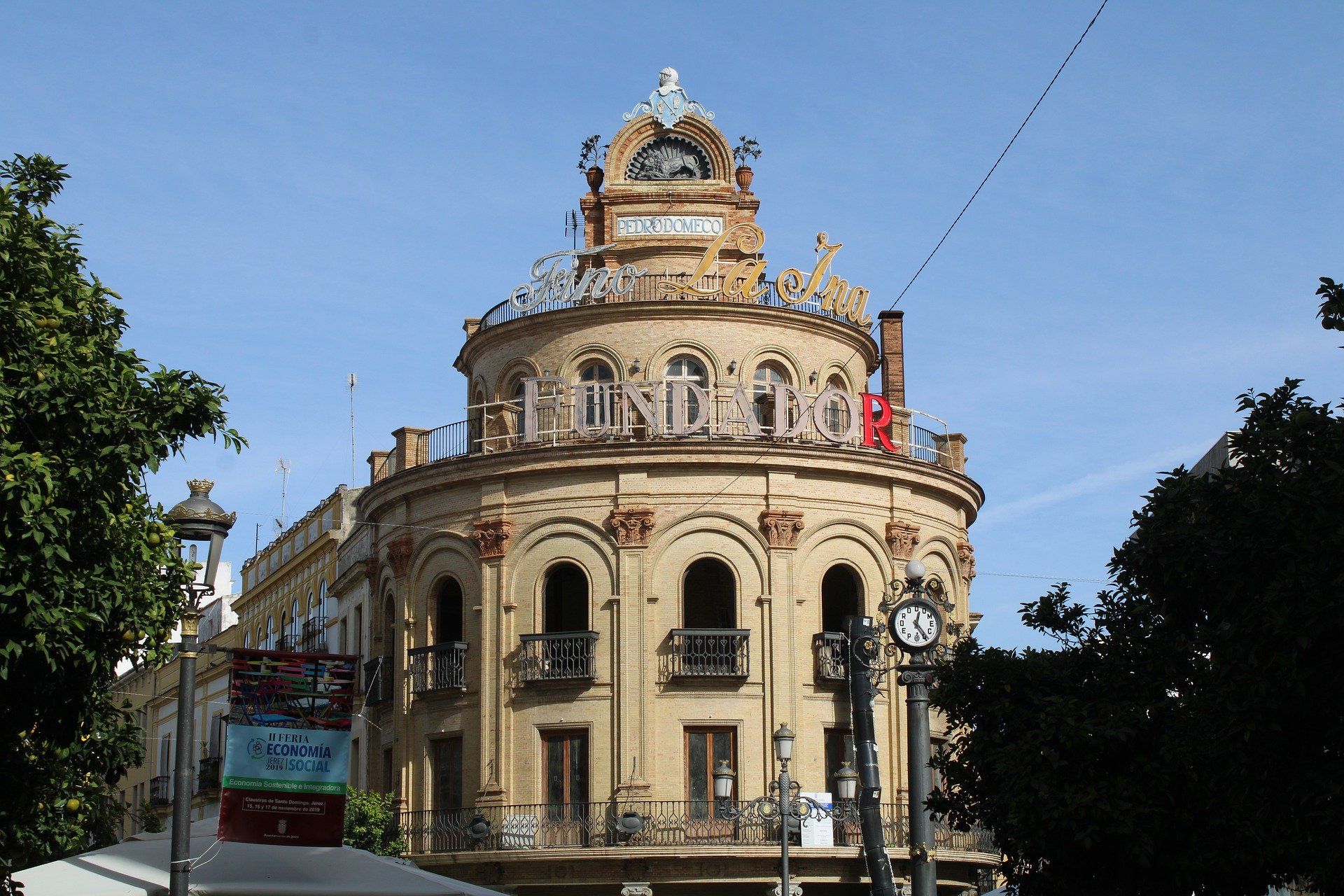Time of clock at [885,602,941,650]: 12:23
